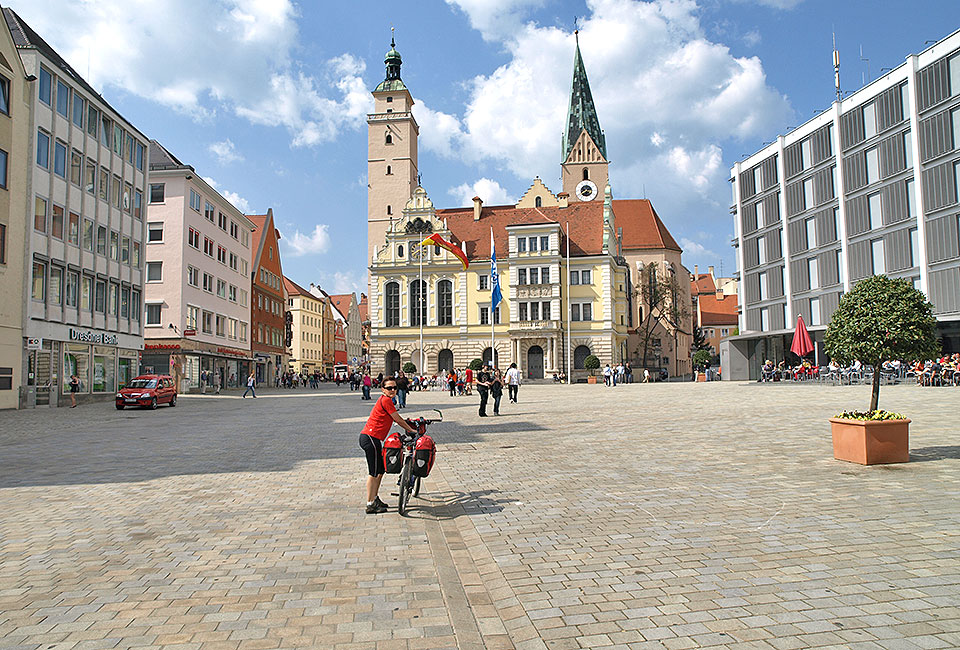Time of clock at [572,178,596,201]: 1:39
